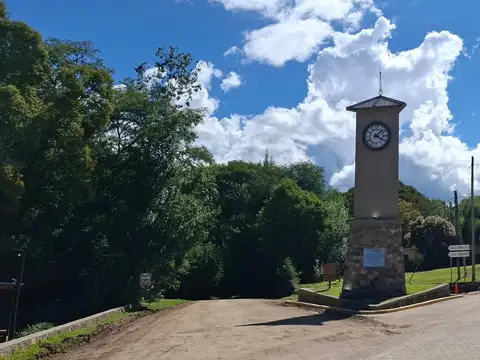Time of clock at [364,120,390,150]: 4:07
